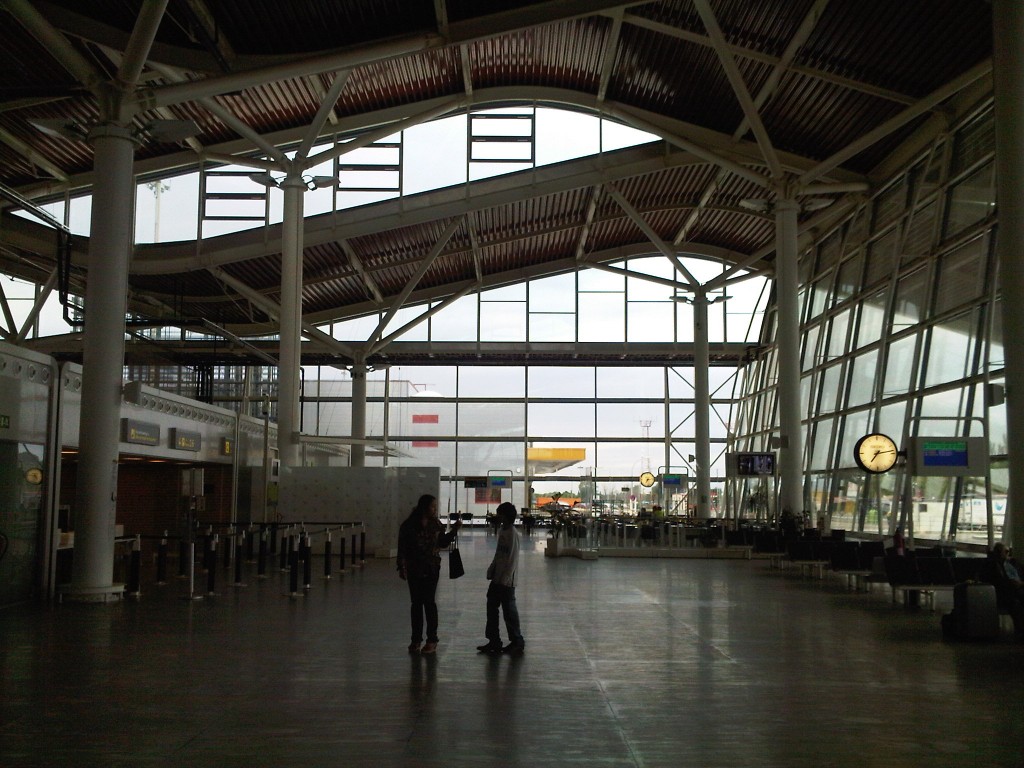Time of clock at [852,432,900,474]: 7:13
